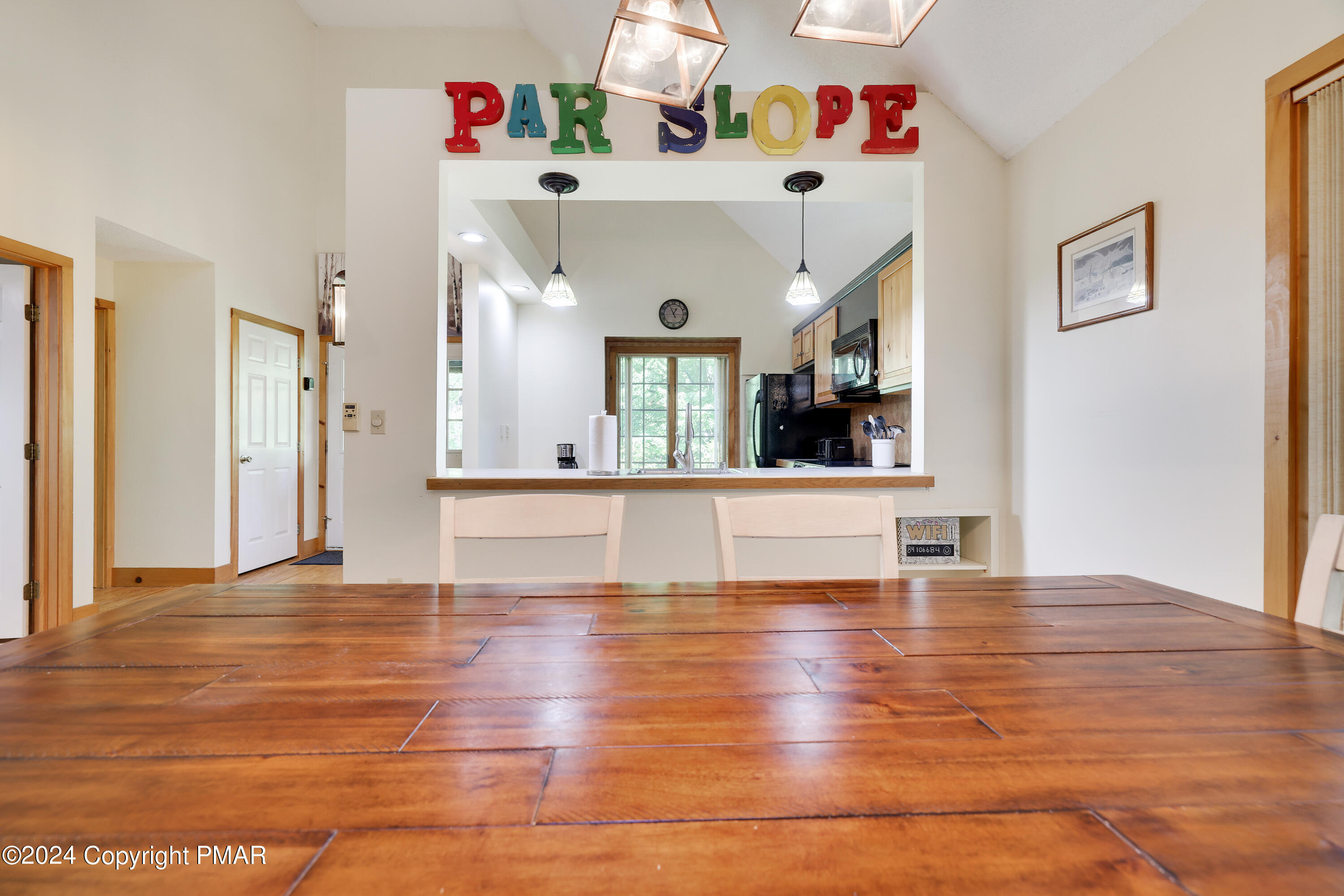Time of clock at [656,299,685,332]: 12:56
